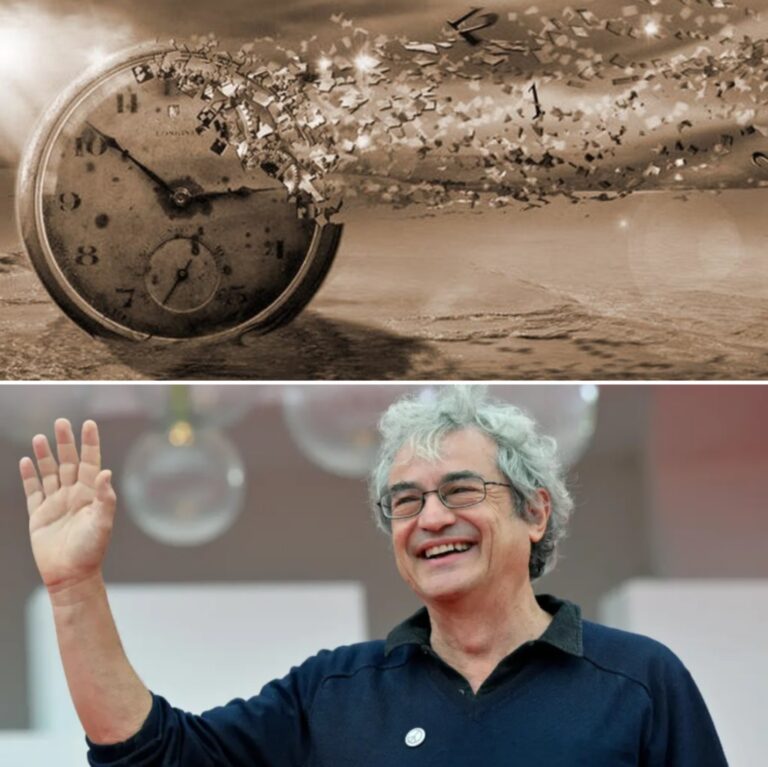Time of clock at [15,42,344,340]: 2:51
